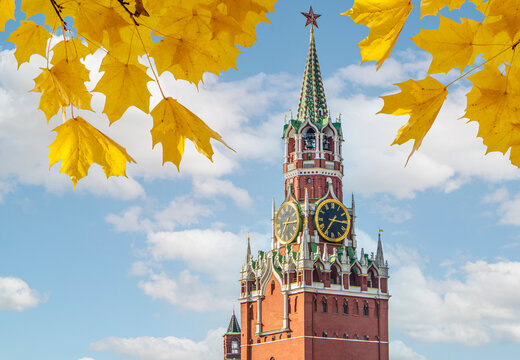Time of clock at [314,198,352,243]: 7:15
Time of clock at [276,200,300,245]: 7:15
